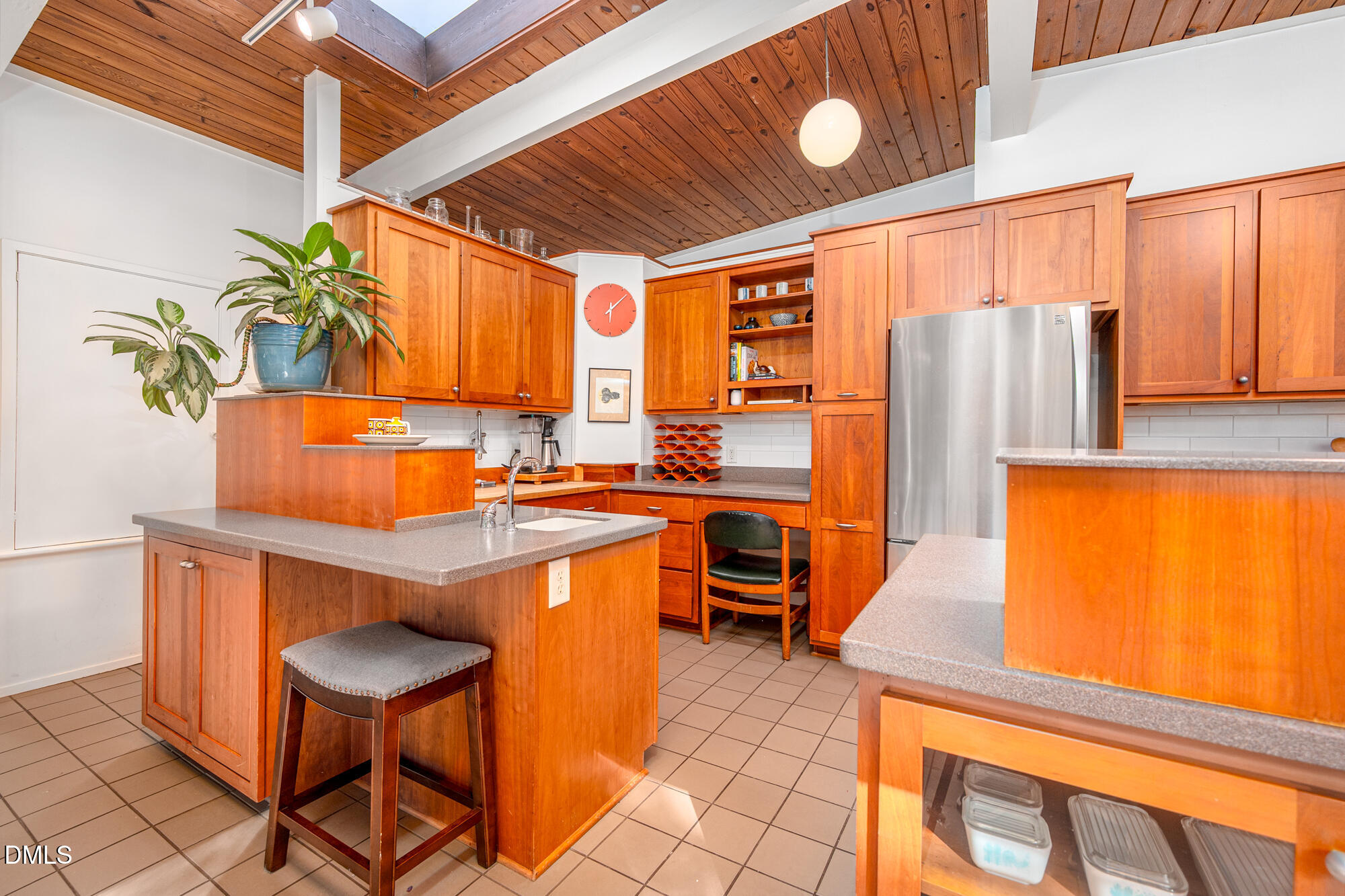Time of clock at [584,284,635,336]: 6:07
